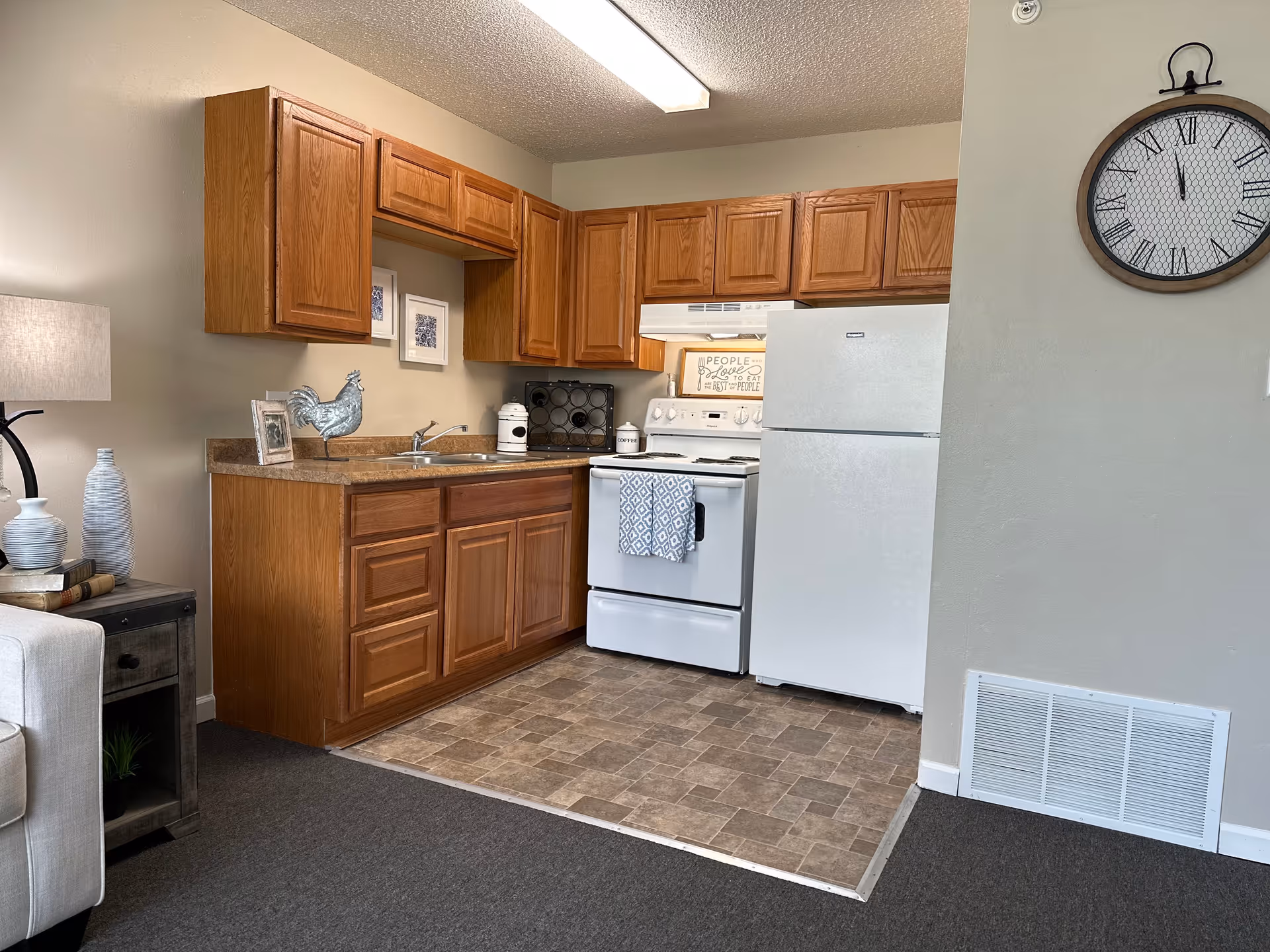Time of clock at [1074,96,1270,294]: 11:57
